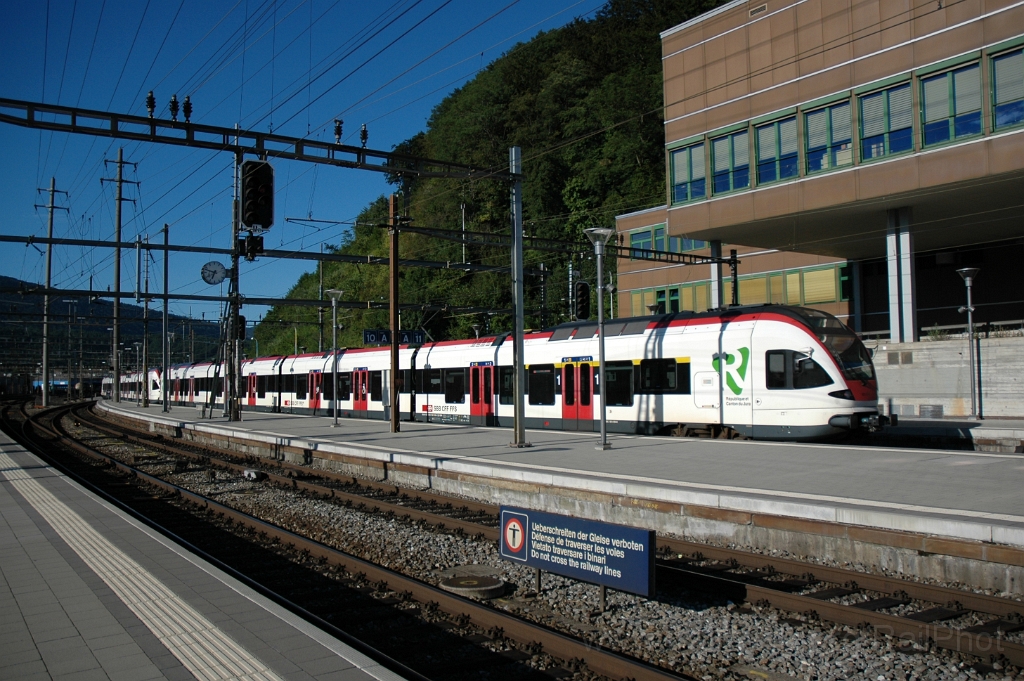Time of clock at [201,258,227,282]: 6:47
